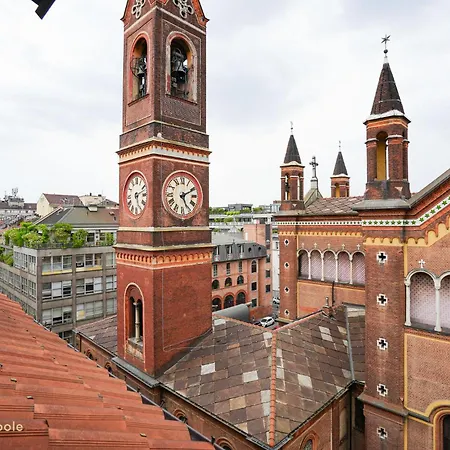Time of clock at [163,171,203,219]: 5:10
